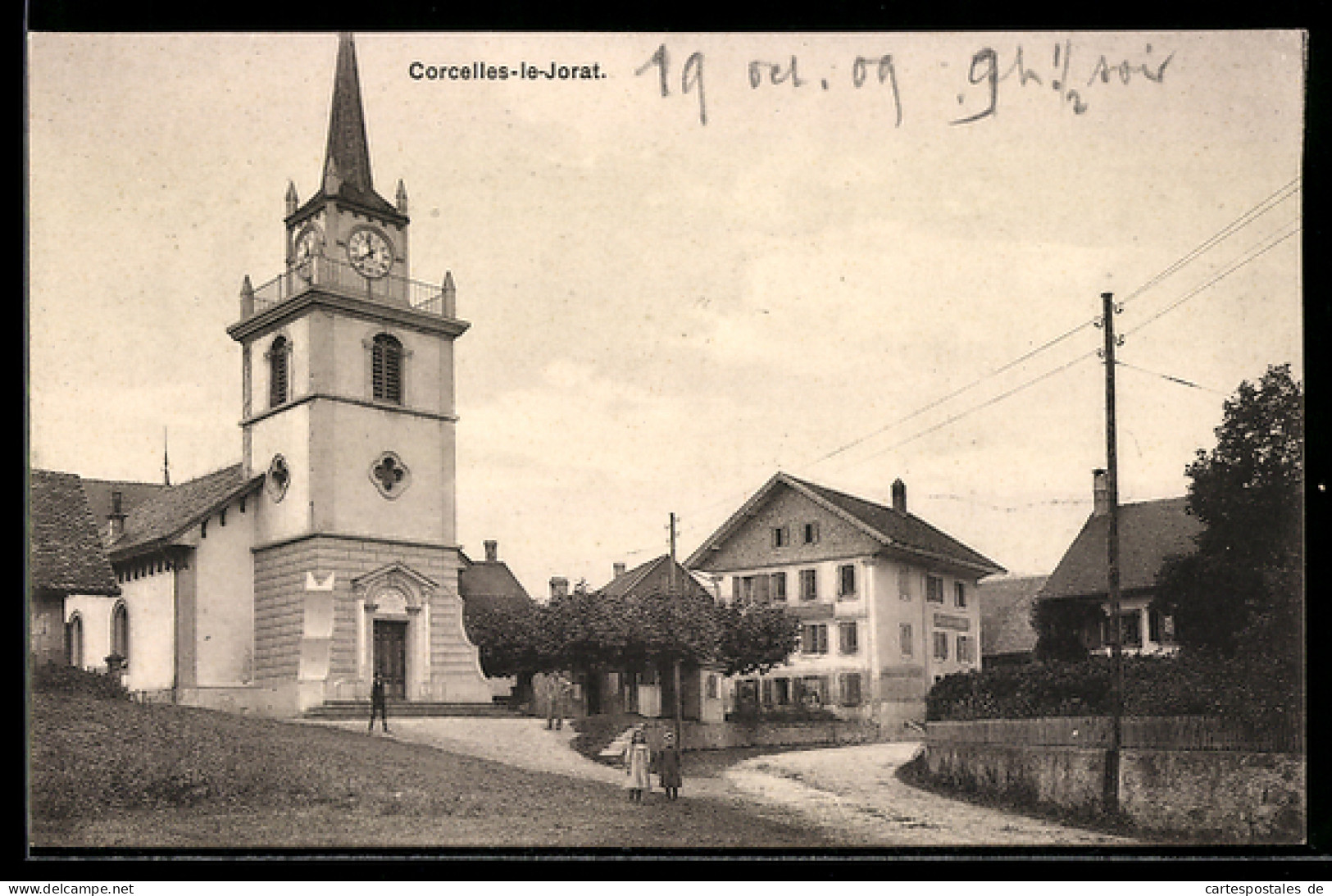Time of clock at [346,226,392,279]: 7:59
